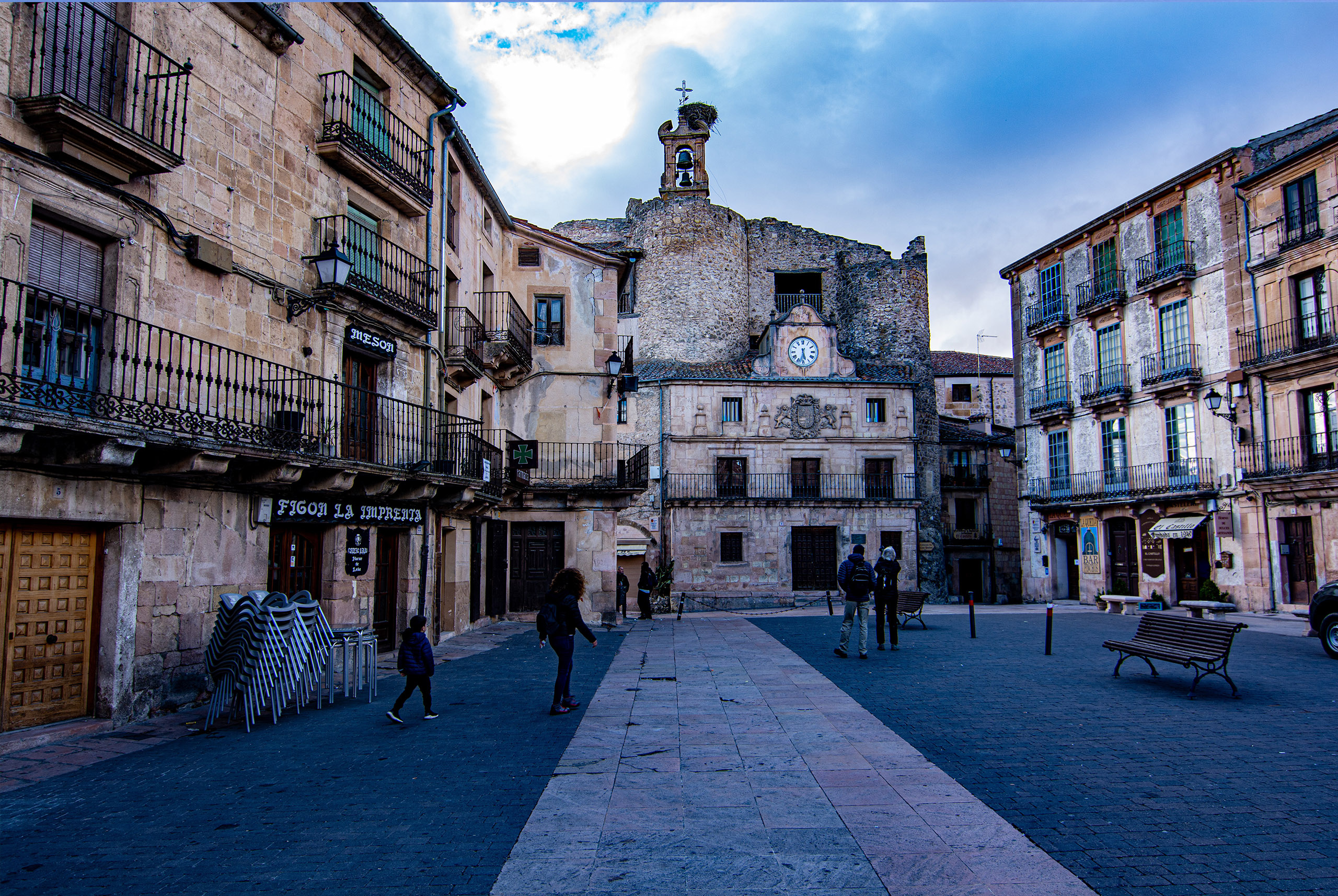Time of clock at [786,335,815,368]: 5:32
